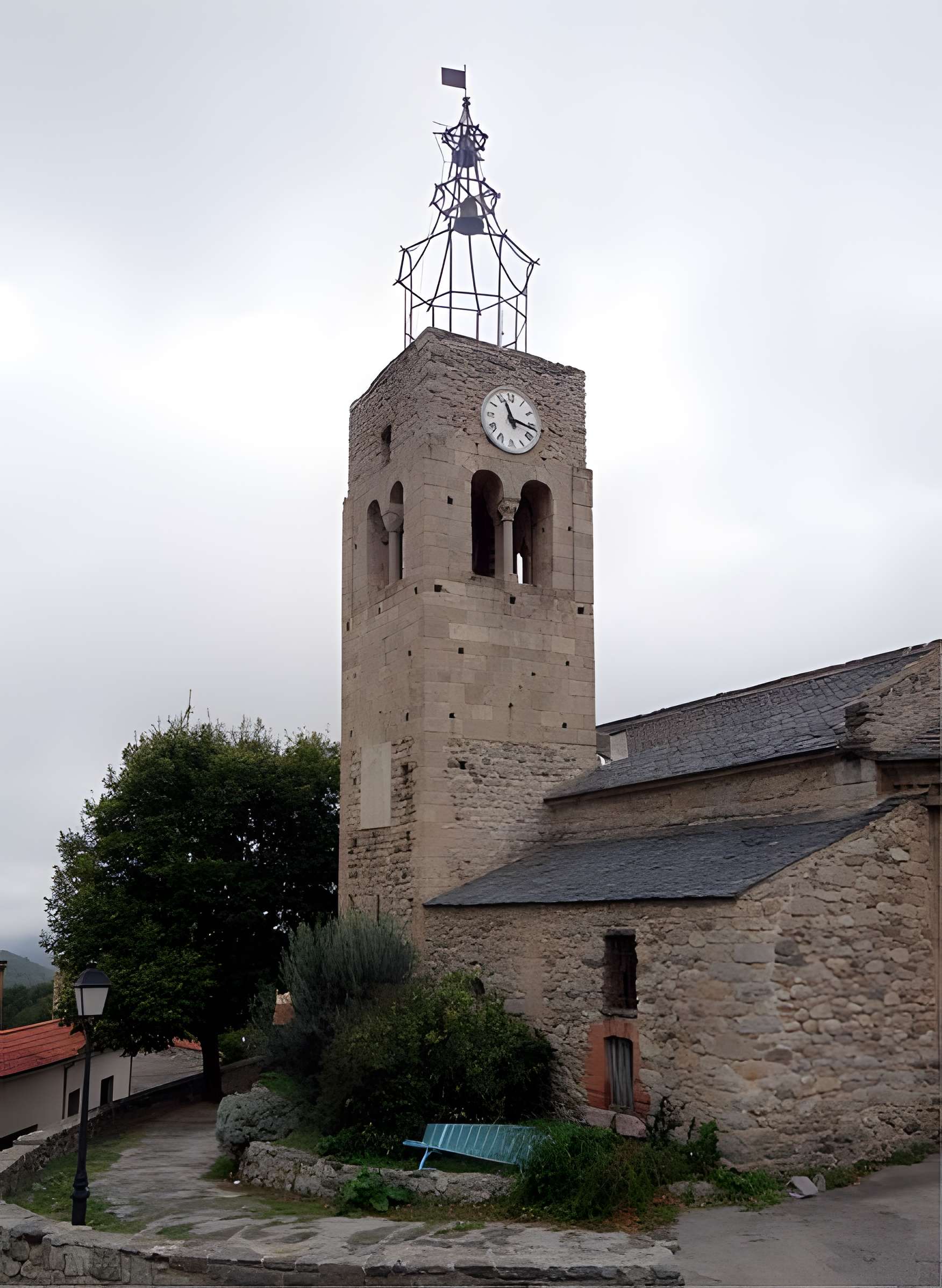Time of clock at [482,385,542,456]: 11:16
